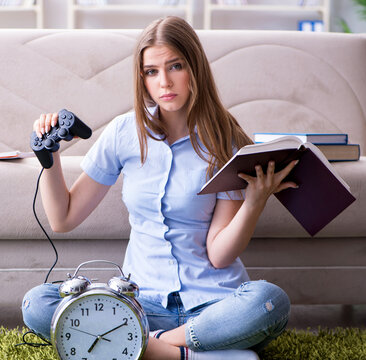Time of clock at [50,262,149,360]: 7:10
